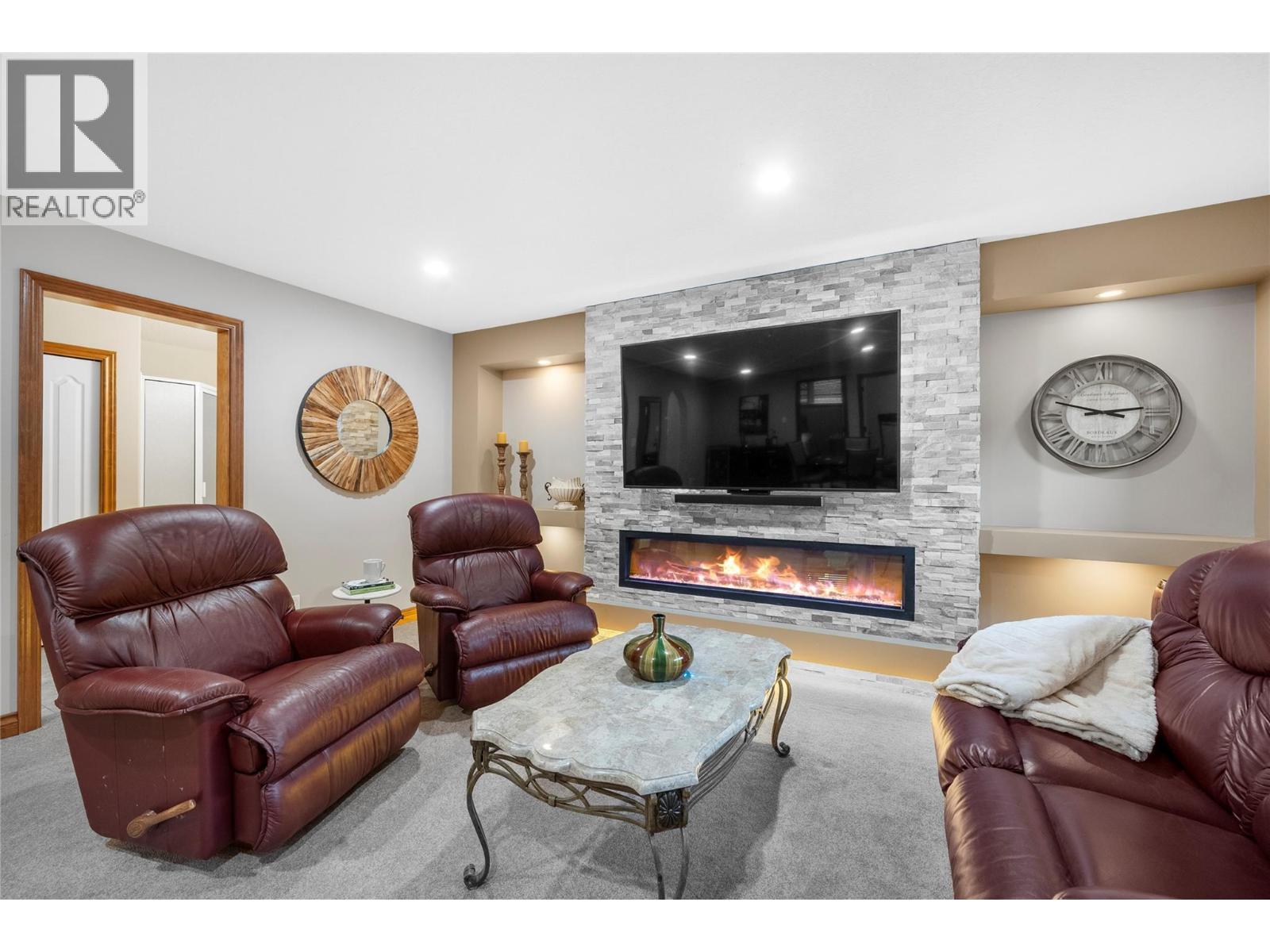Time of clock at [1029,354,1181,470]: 2:48
